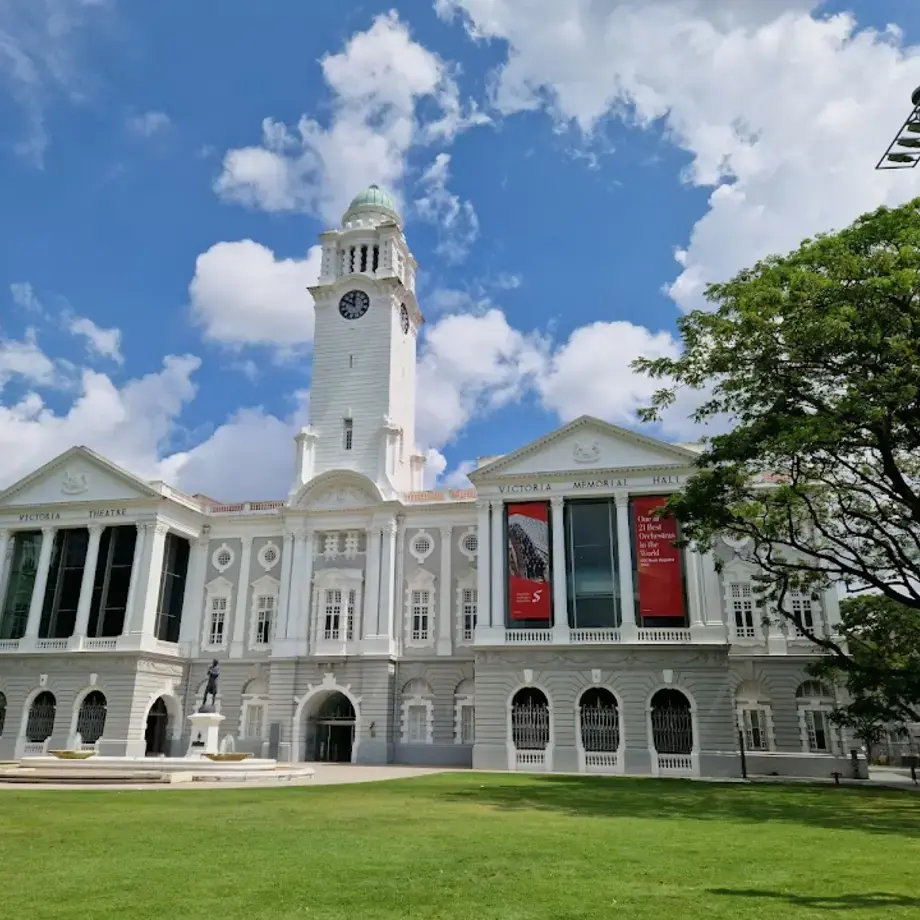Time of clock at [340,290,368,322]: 11:49
